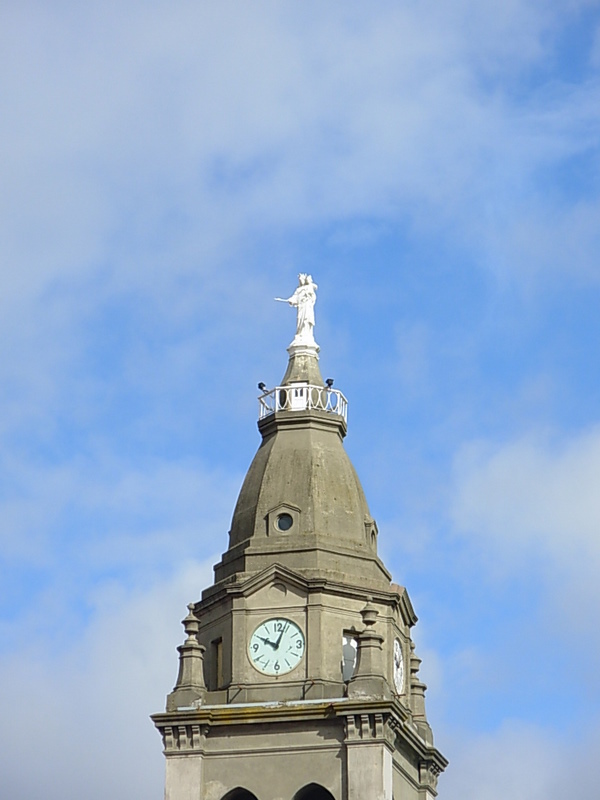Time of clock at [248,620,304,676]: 10:03
